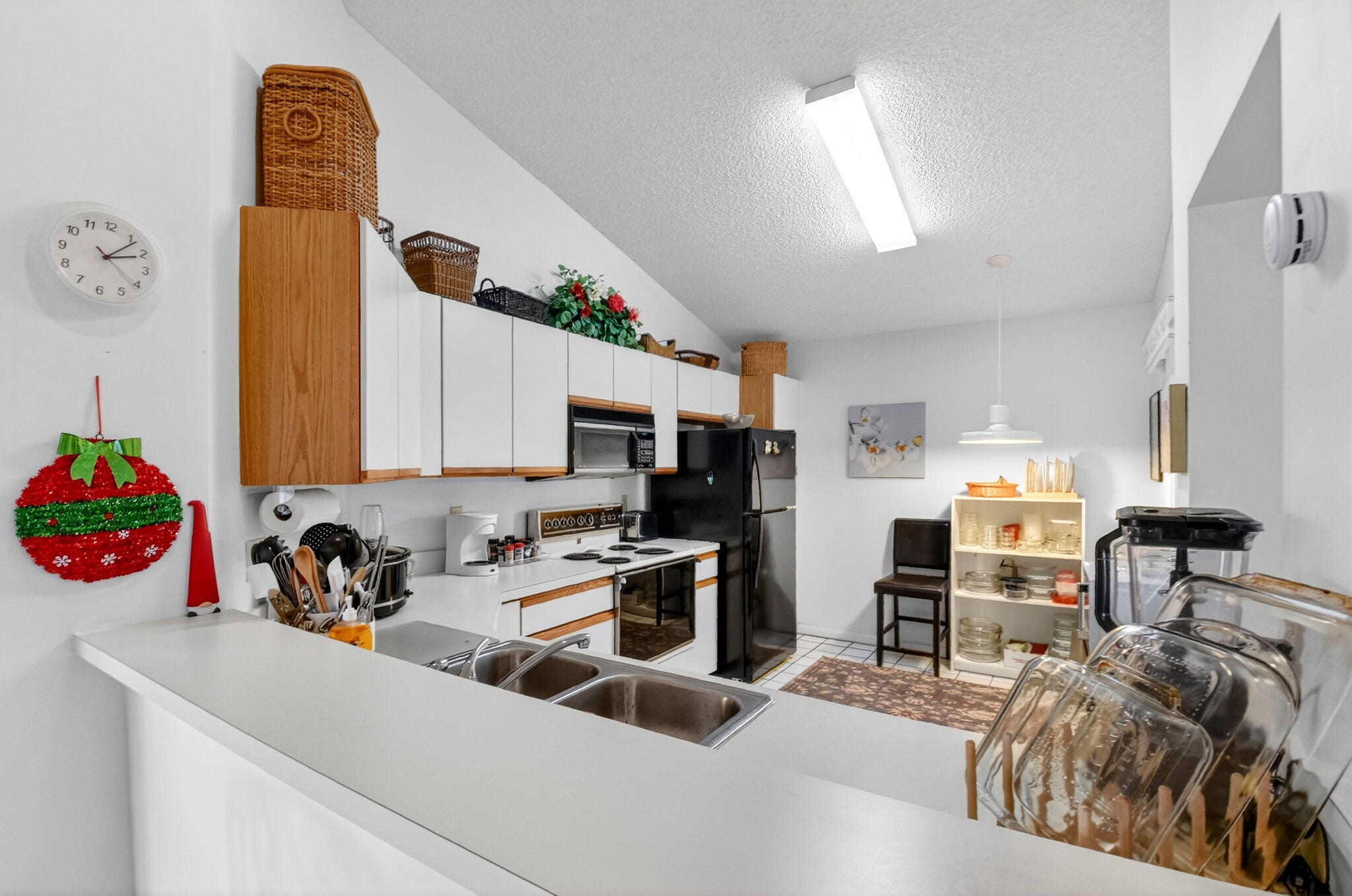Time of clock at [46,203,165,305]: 2:06
